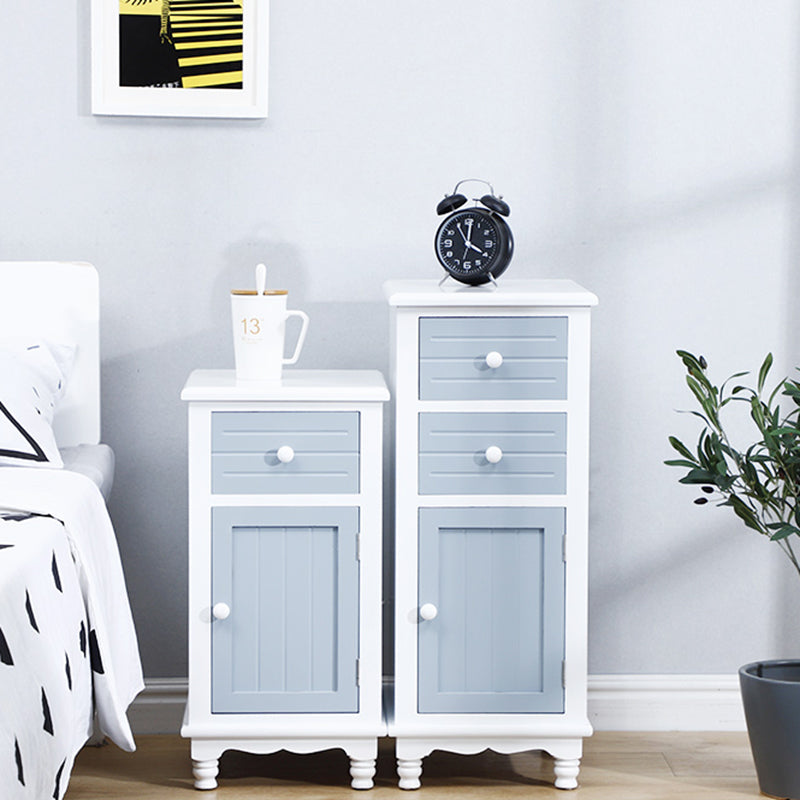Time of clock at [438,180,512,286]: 4:01
